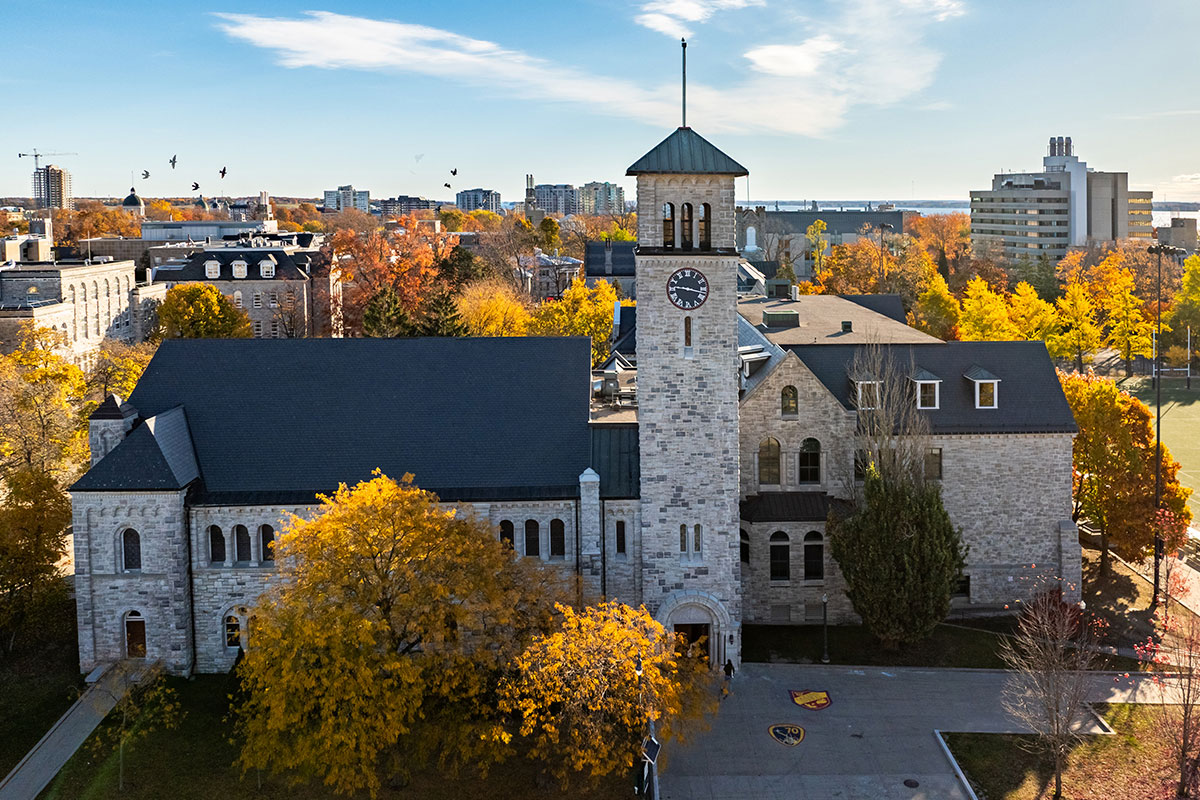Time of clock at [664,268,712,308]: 9:17
